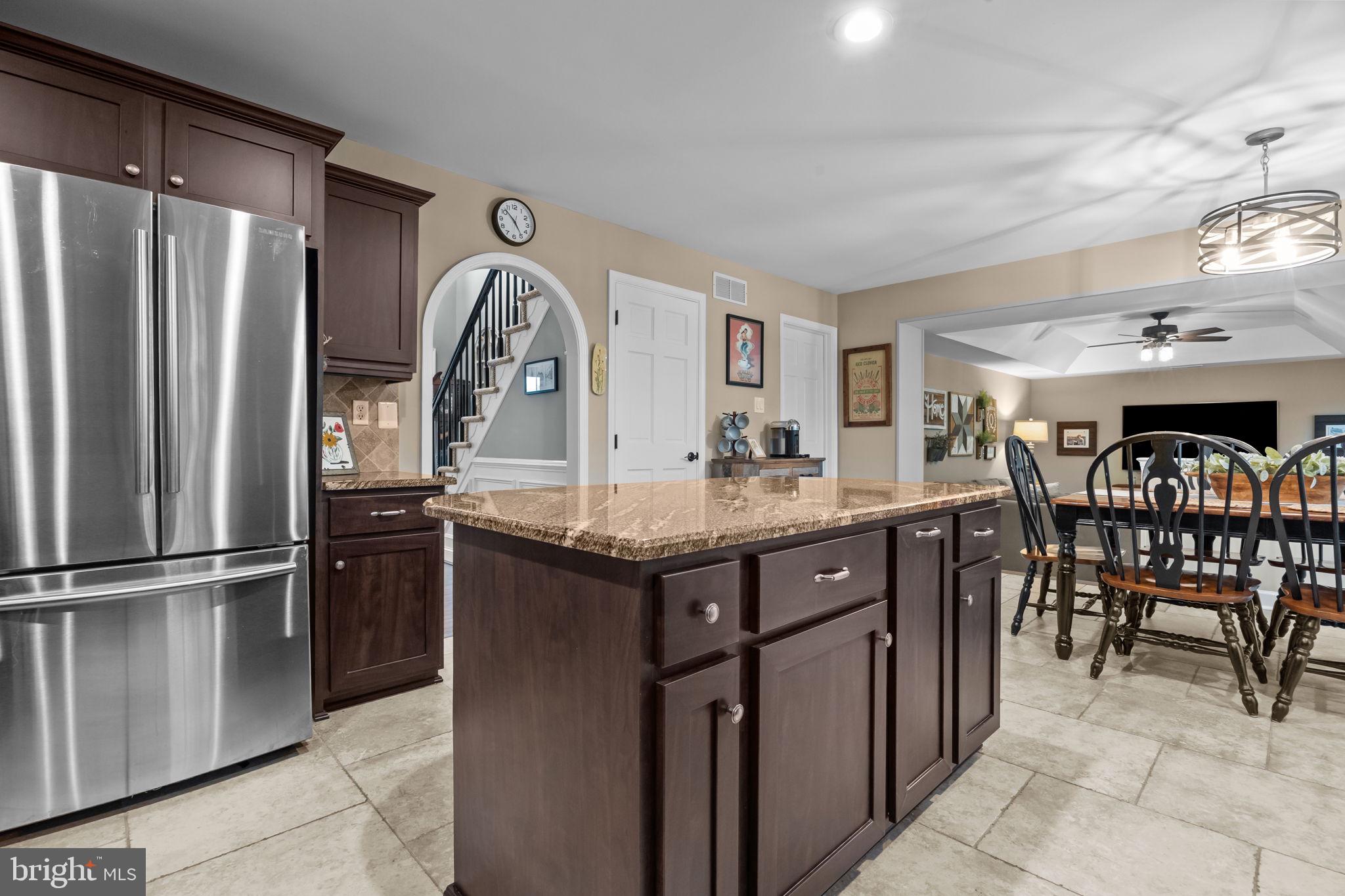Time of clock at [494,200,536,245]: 4:52
